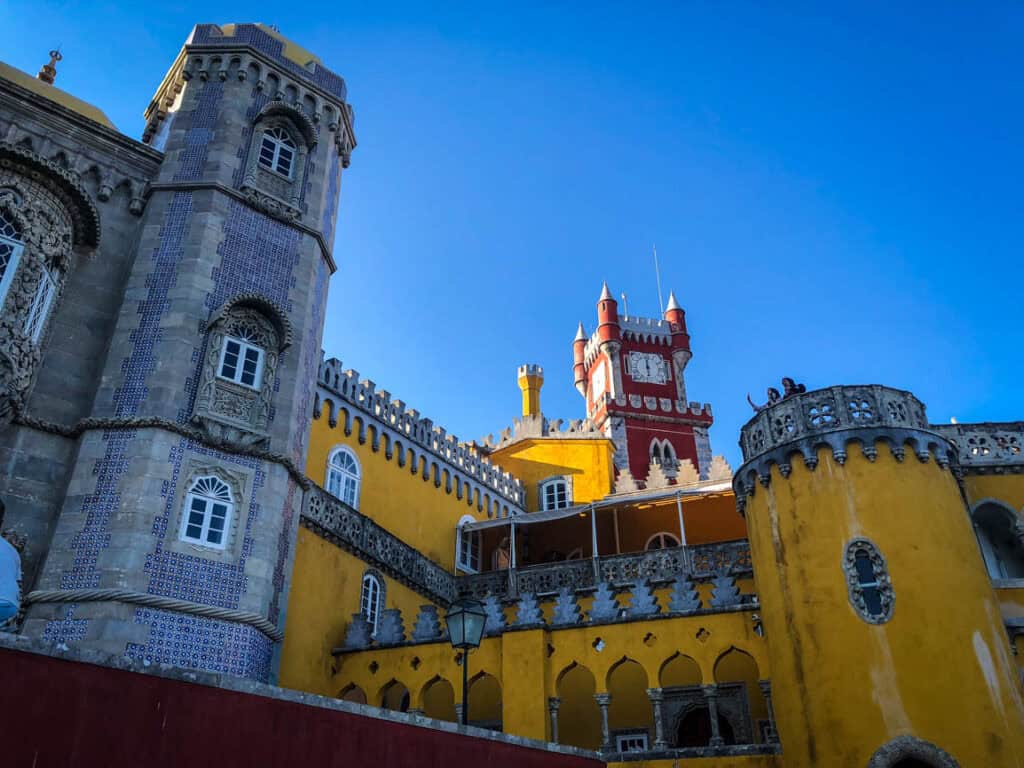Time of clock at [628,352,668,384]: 5:59
